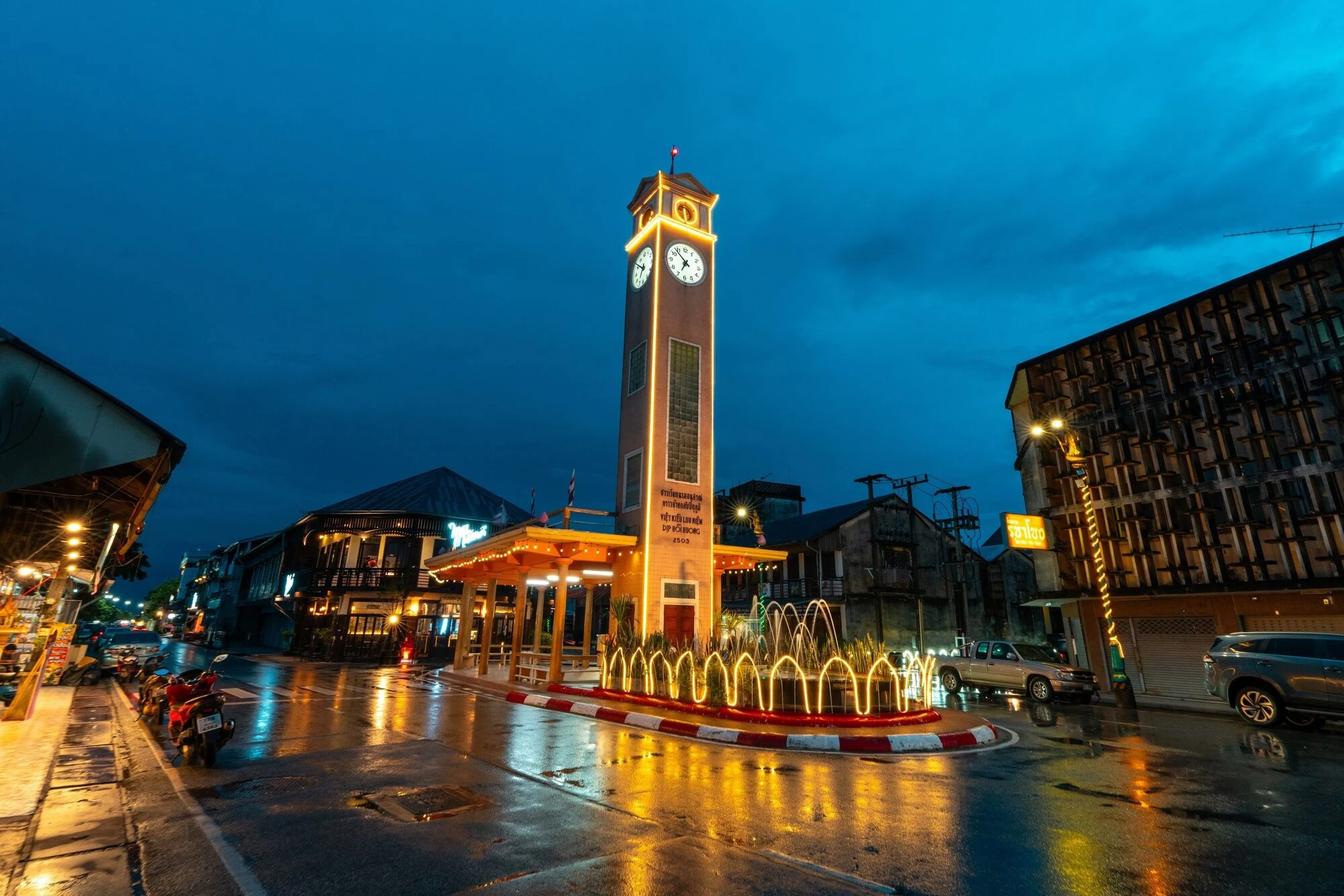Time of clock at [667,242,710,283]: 6:52
